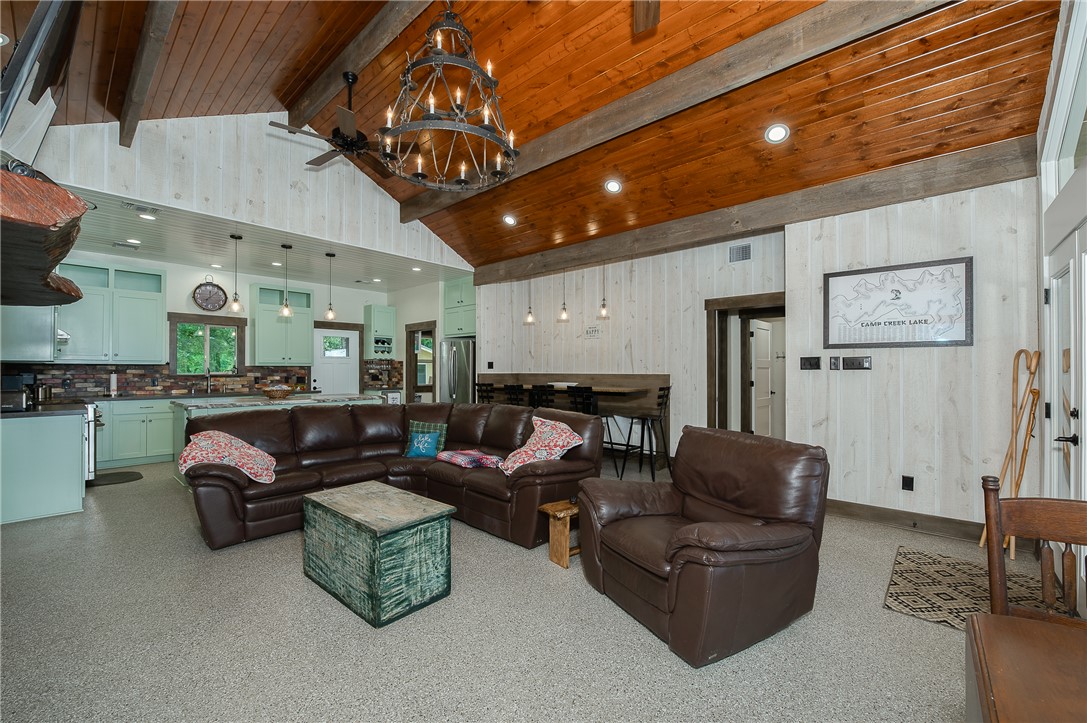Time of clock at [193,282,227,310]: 12:07
